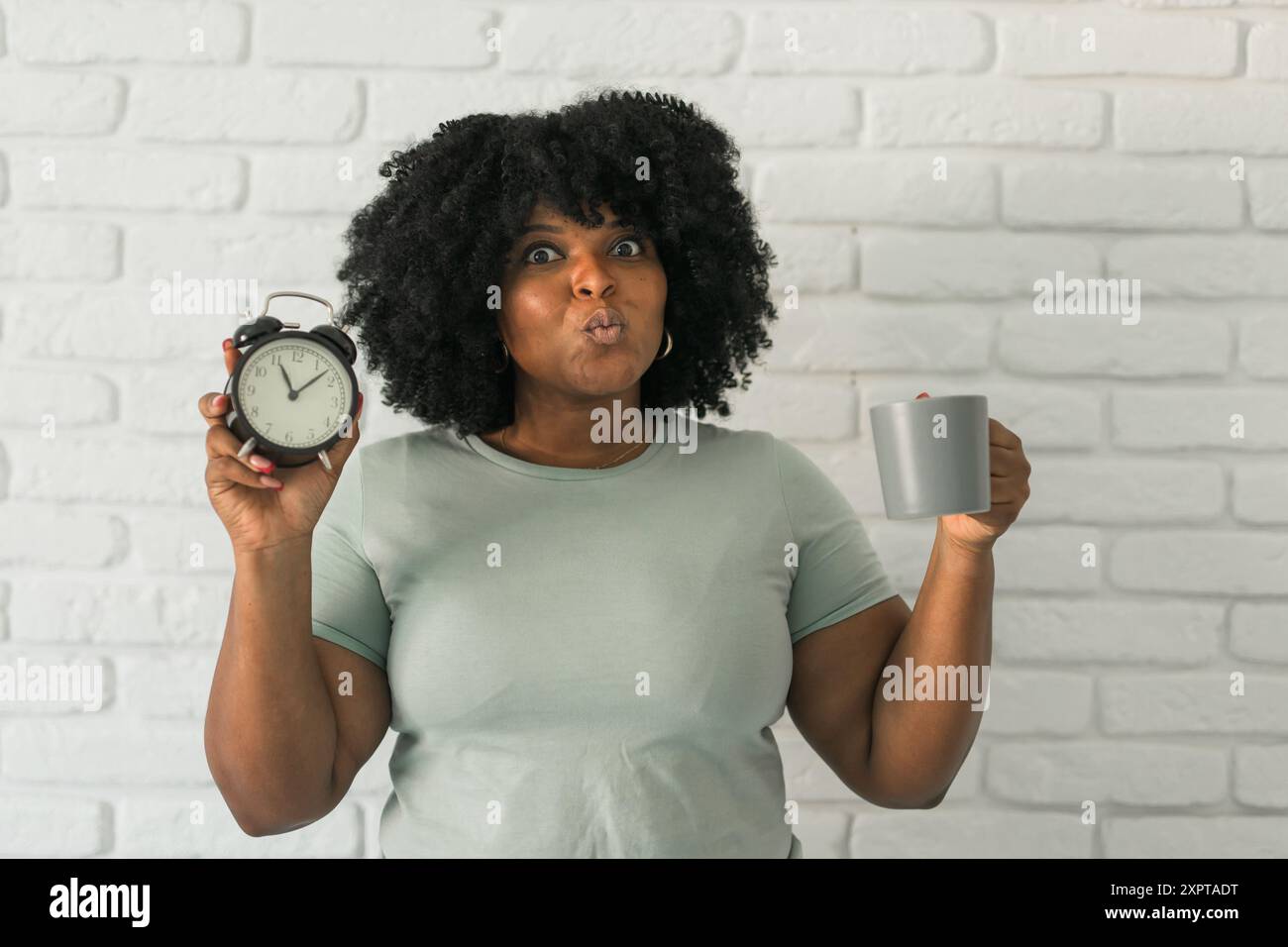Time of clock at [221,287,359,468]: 11:08
